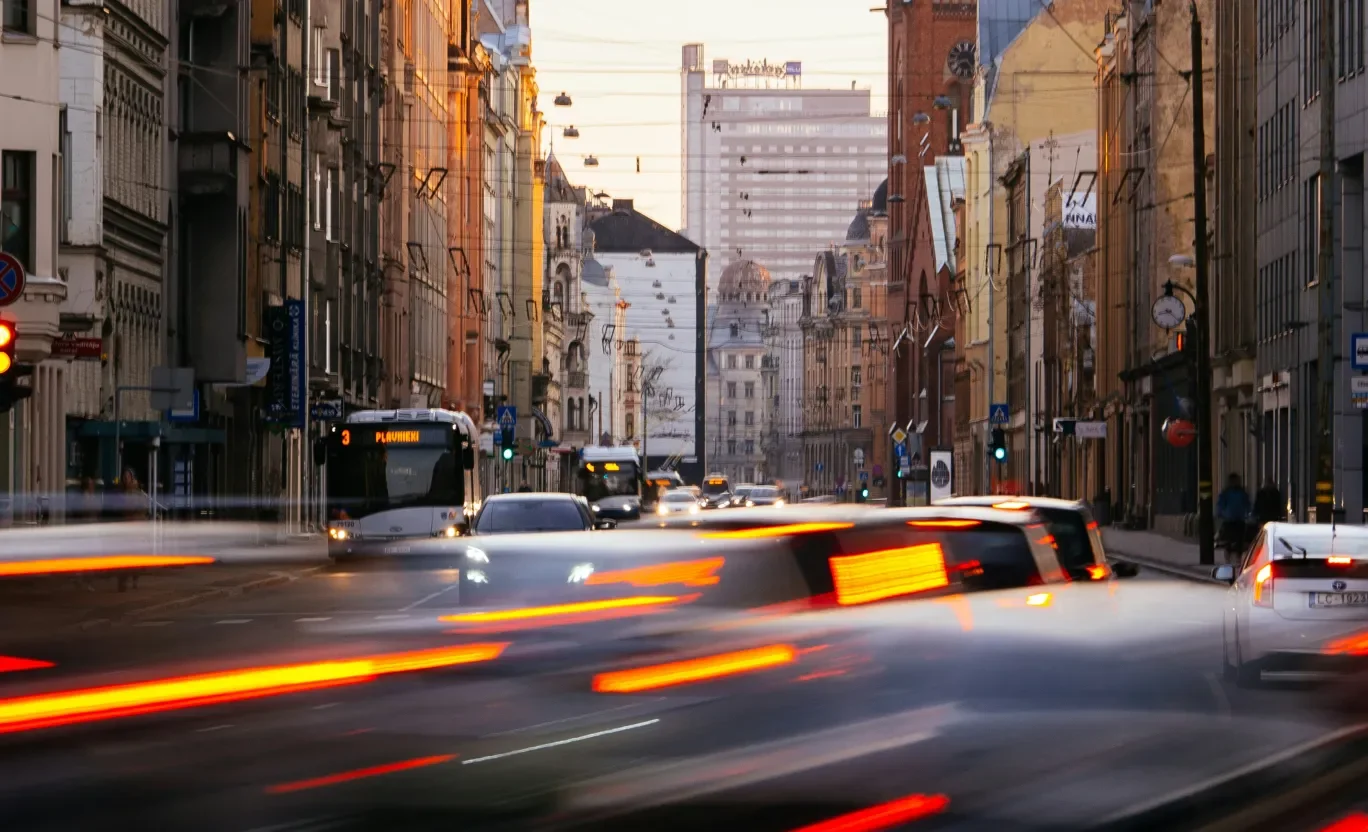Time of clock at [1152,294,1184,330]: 8:22
